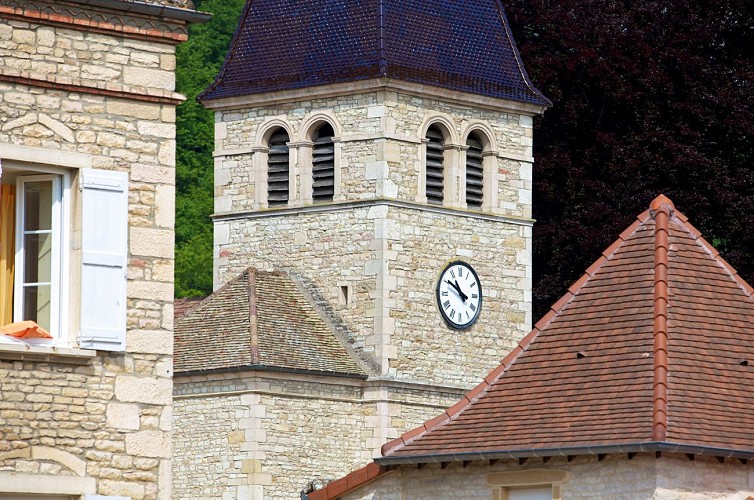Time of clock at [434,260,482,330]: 10:50
